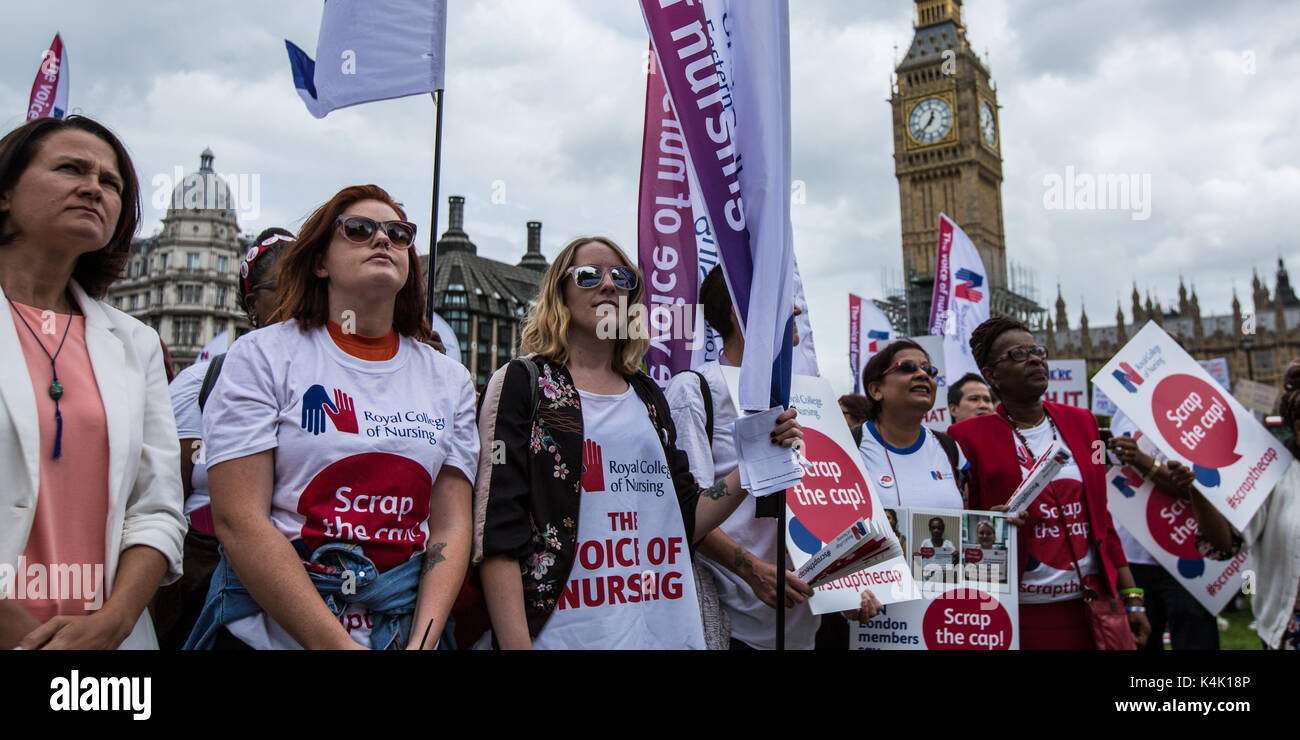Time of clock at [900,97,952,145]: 12:37
